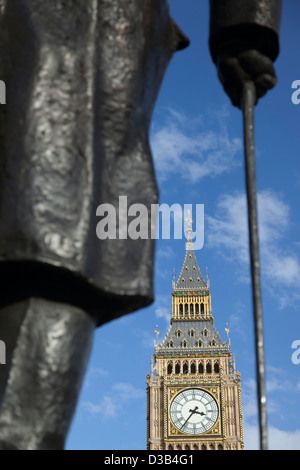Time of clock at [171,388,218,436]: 3:36
